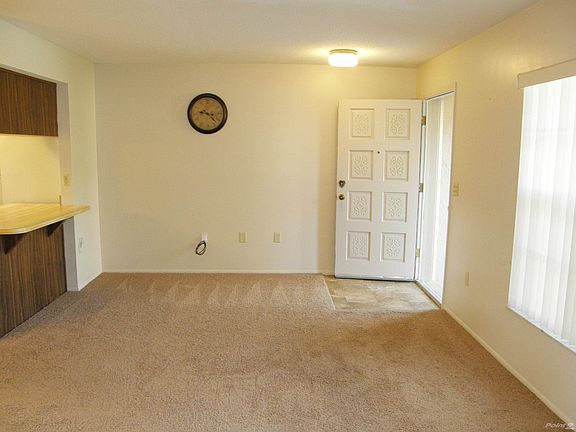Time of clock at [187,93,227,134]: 9:22
